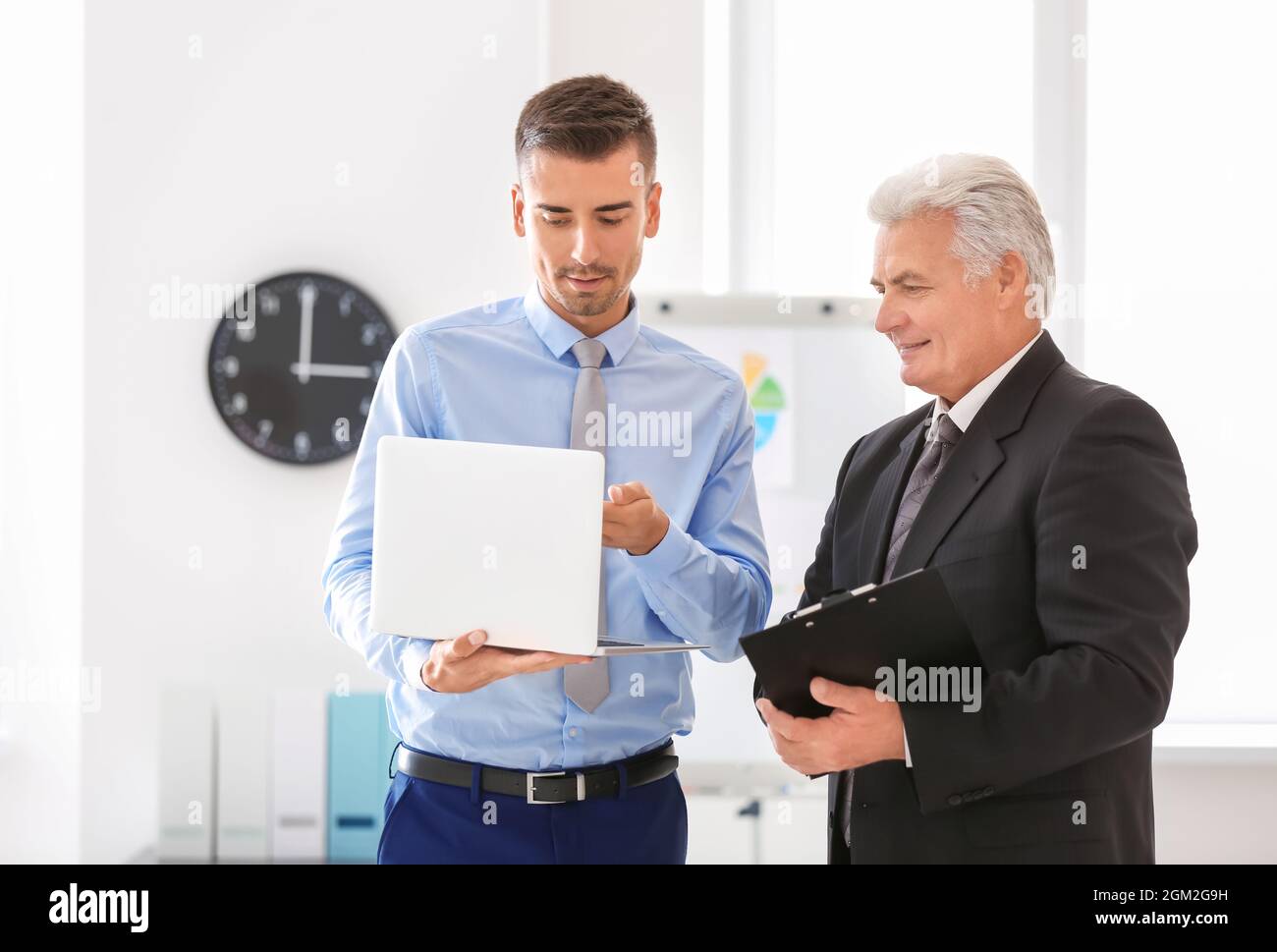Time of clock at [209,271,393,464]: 3:00
